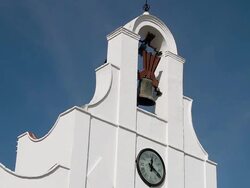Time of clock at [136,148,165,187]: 12:20
